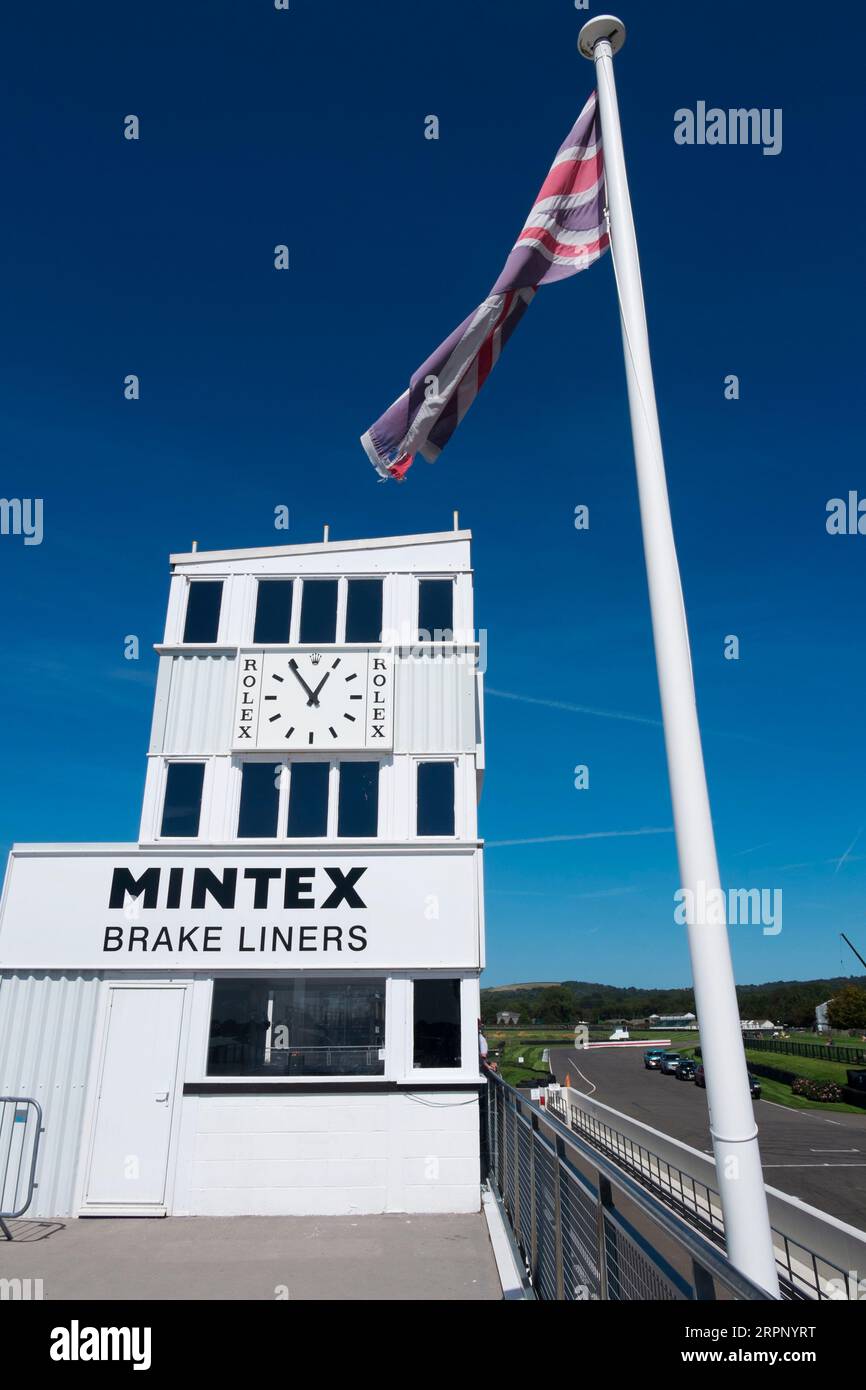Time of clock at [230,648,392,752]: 12:54
